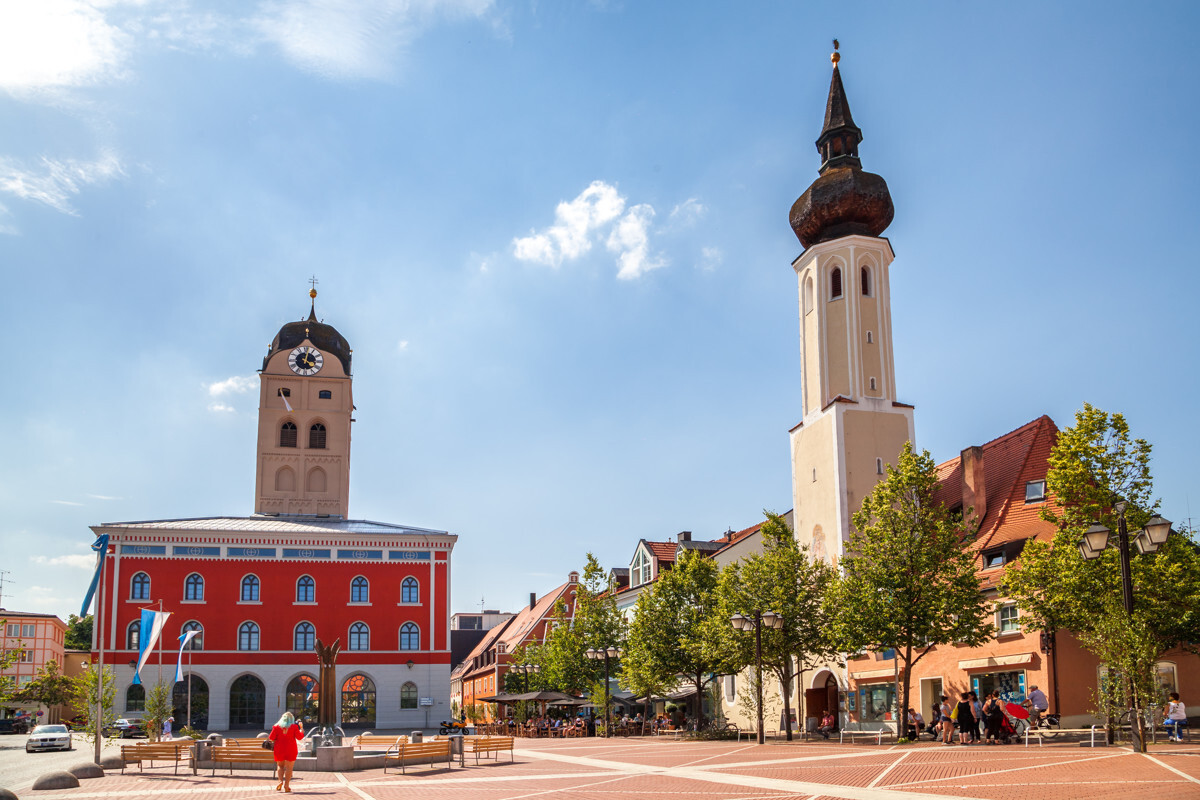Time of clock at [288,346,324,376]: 4:02
